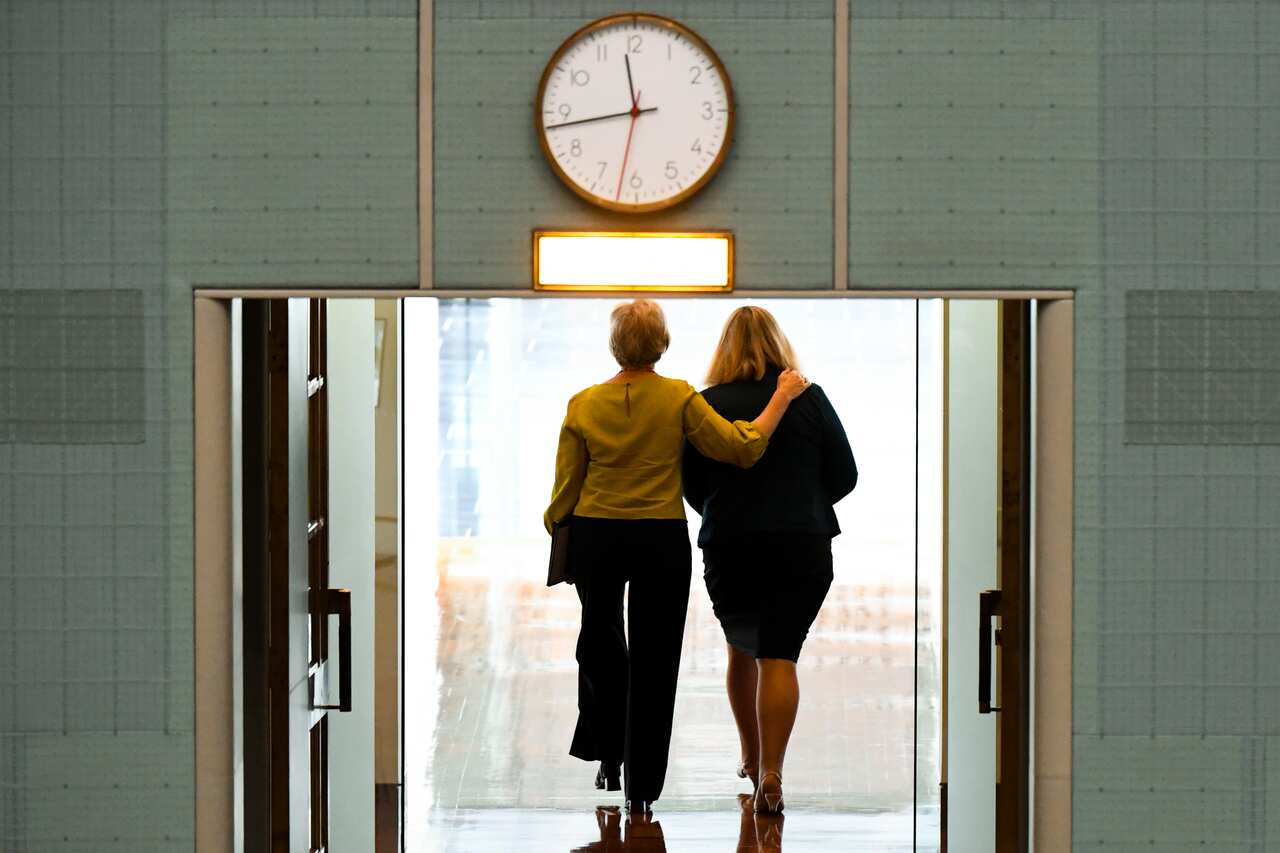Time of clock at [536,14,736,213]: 11:43
